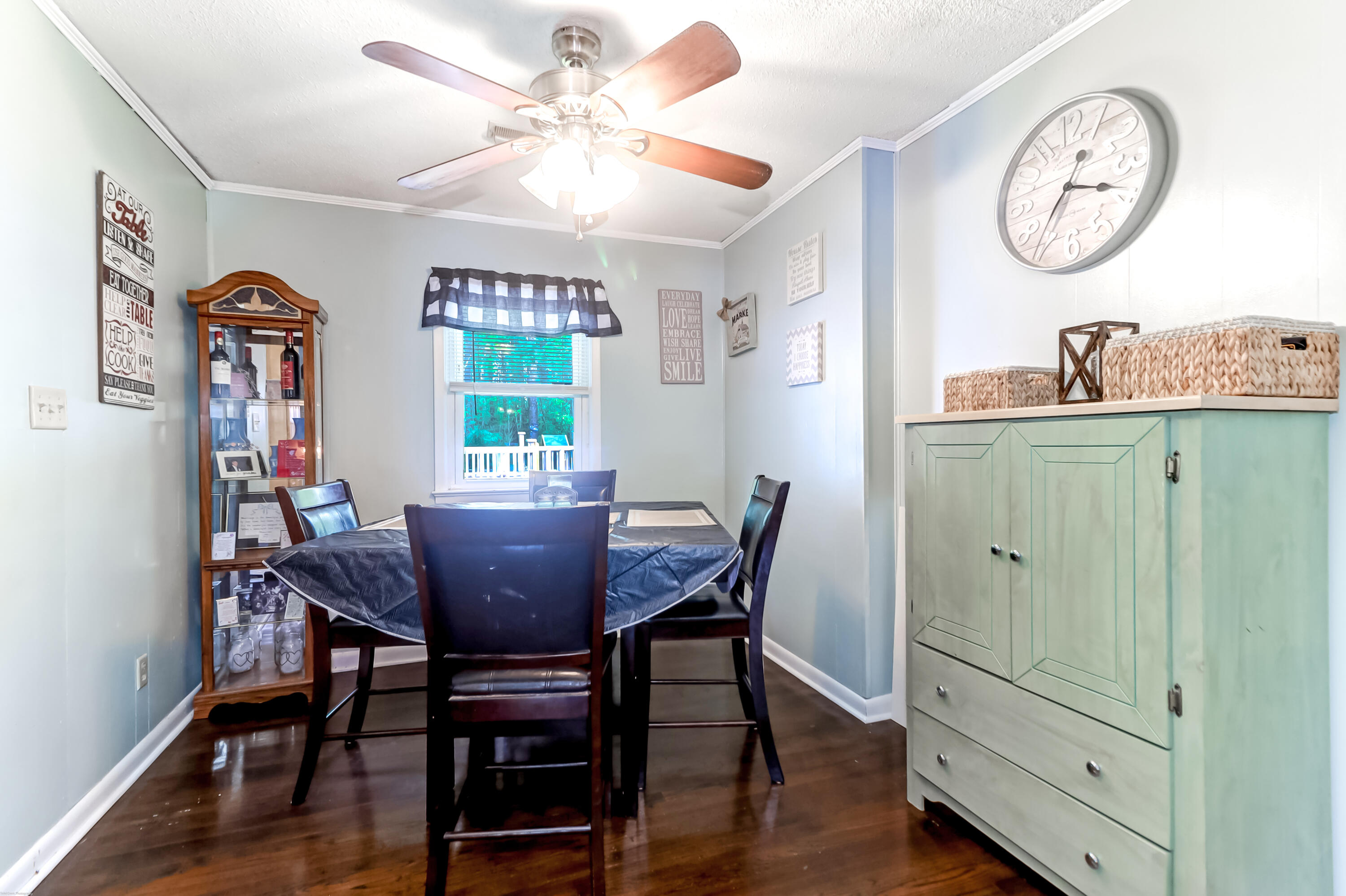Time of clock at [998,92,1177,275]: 3:36
